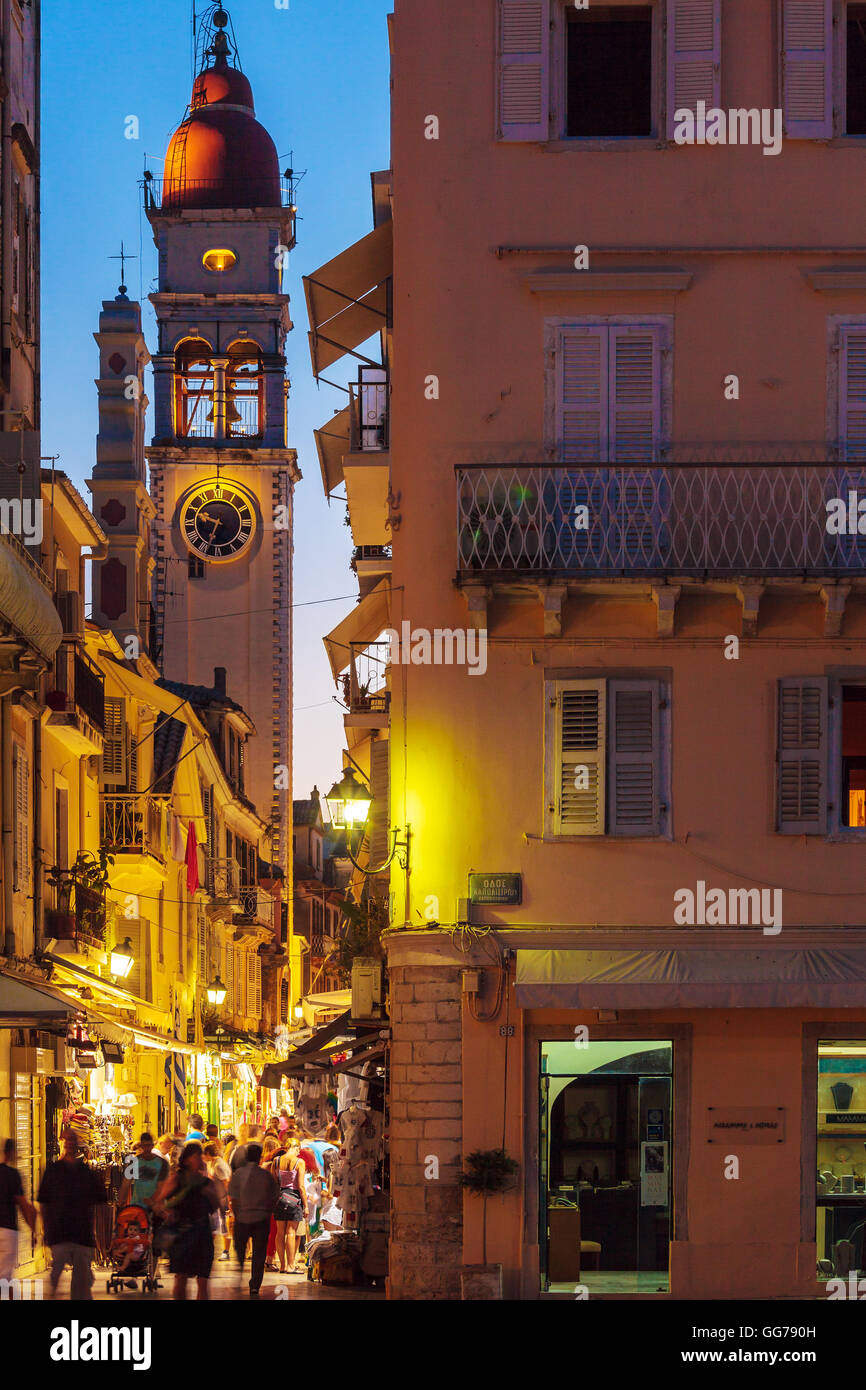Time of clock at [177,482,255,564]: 9:33
